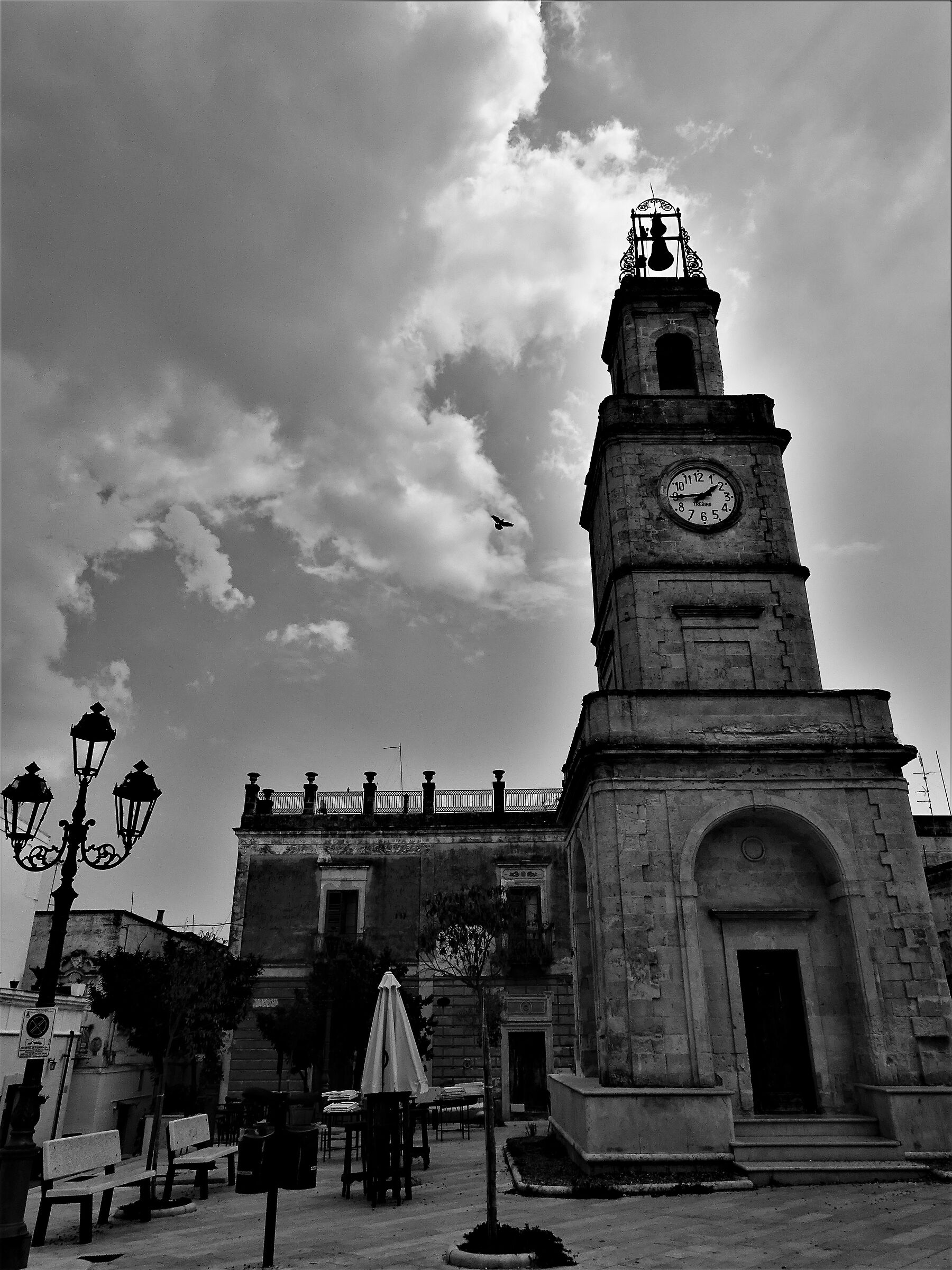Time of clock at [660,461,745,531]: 1:44
